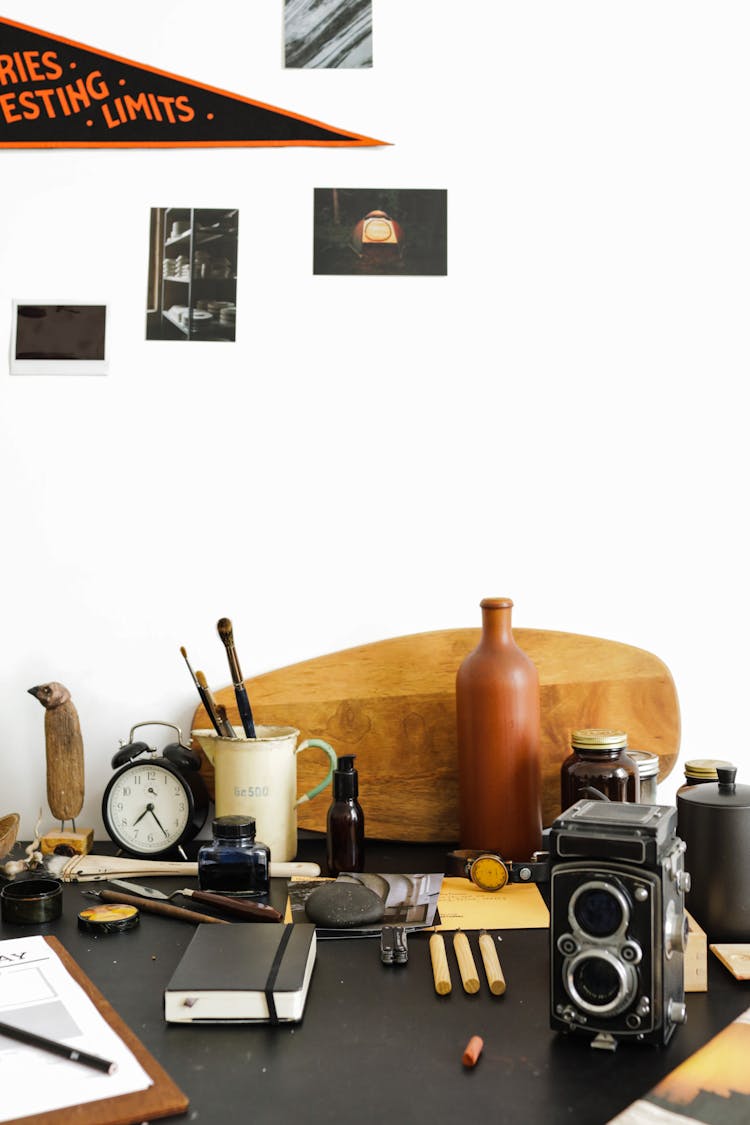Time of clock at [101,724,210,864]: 7:25
